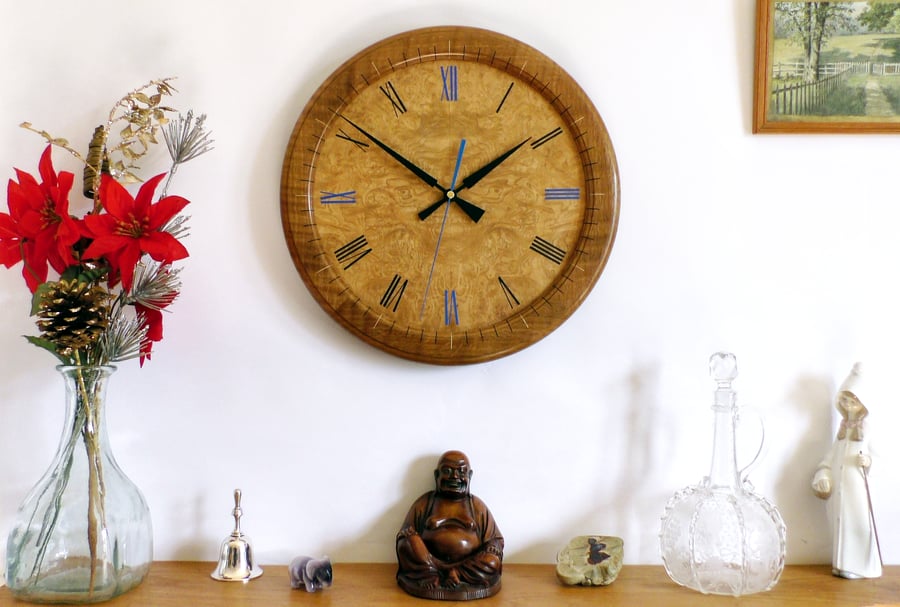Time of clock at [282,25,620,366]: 1:51
